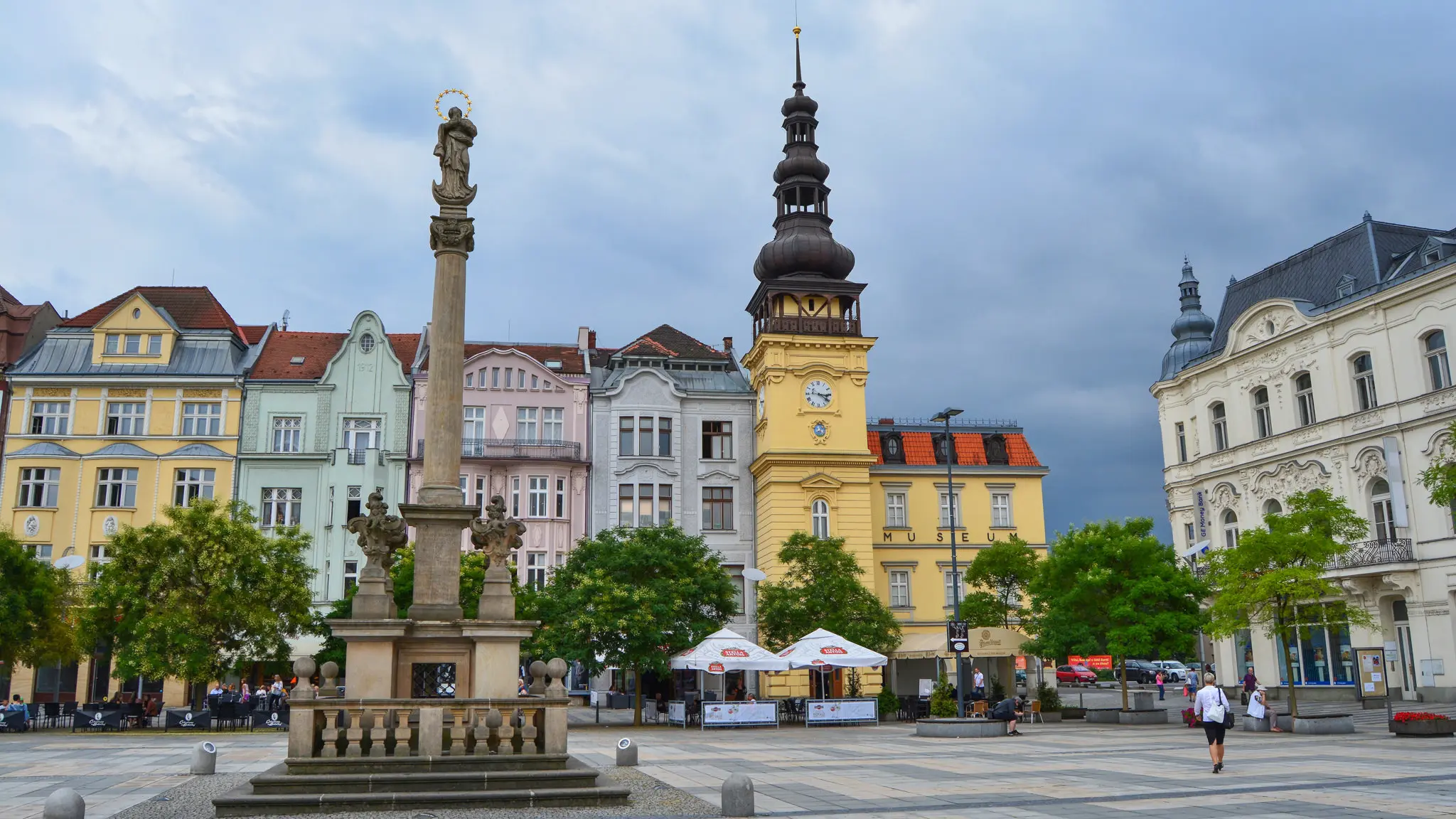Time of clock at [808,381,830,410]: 3:20
